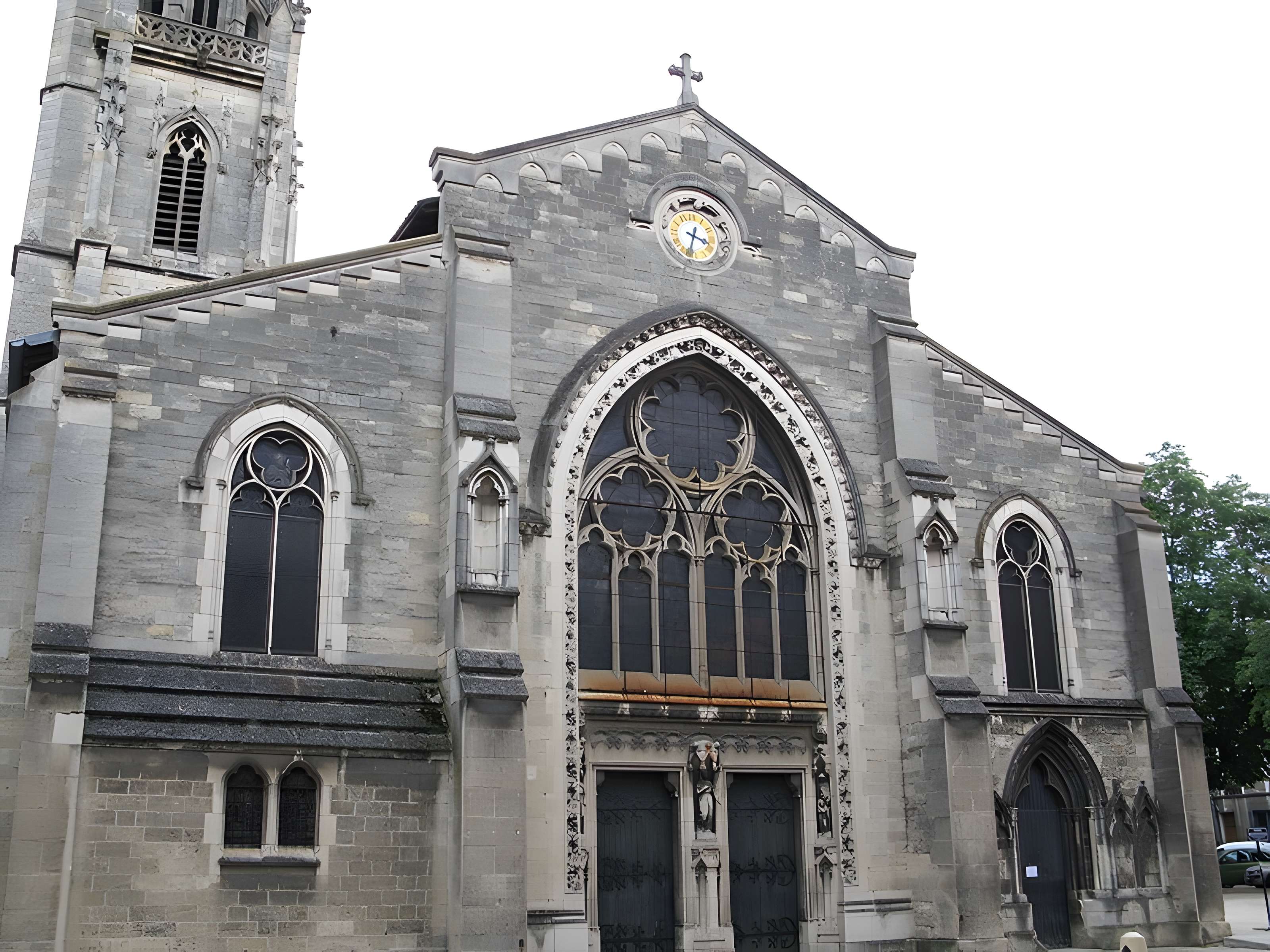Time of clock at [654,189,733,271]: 3:33
